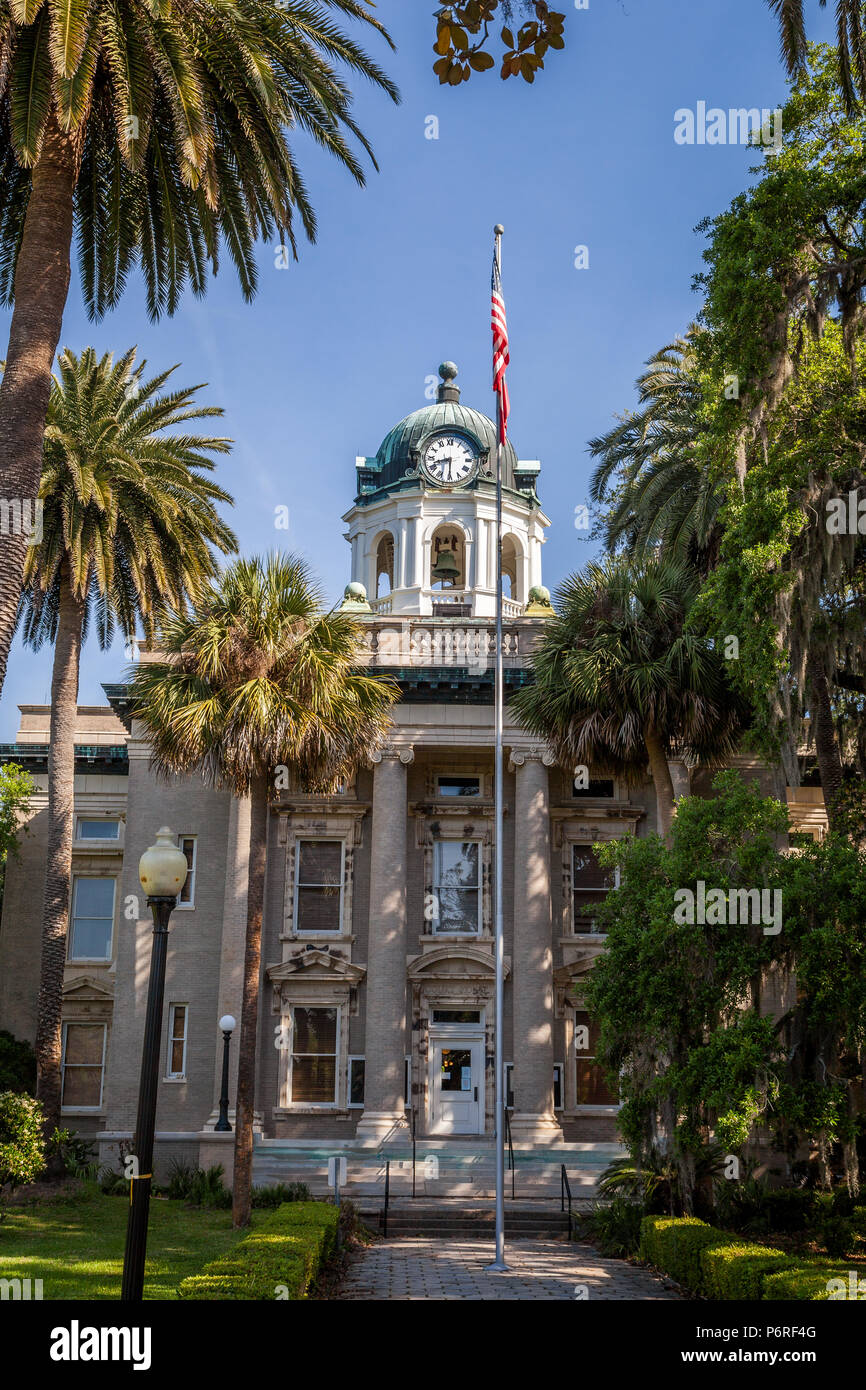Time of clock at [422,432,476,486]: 8:29
